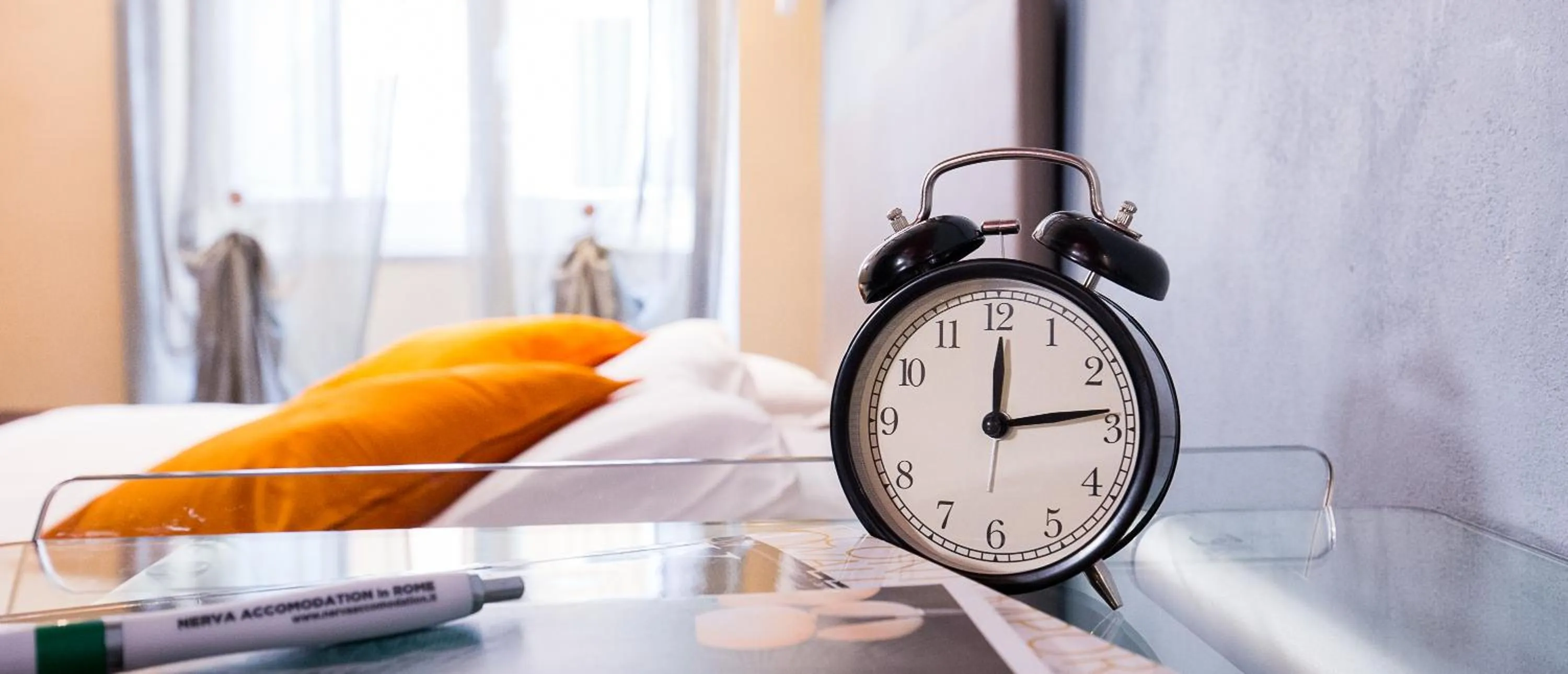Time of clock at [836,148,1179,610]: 12:13
